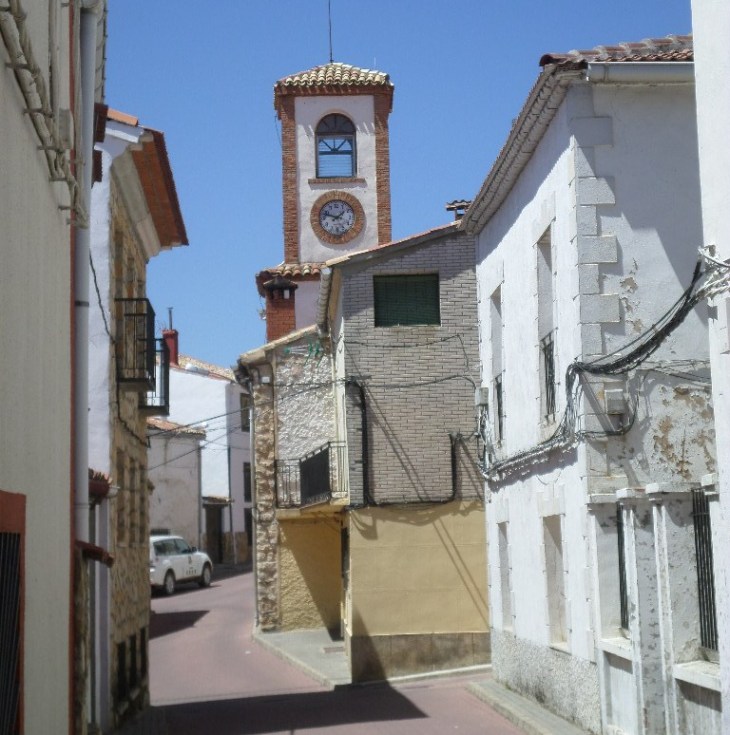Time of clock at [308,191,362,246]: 1:47
